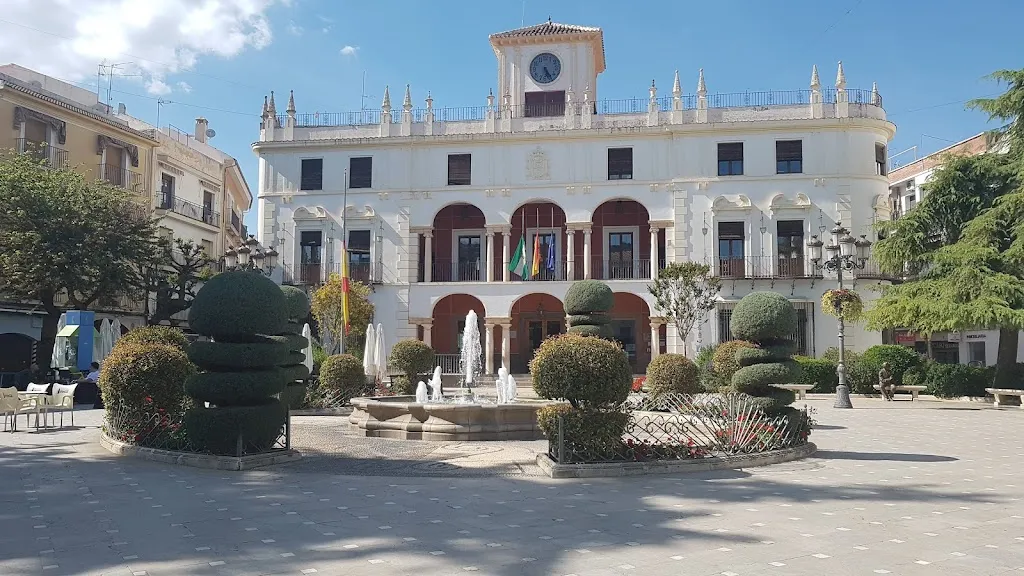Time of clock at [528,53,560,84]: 5:24
